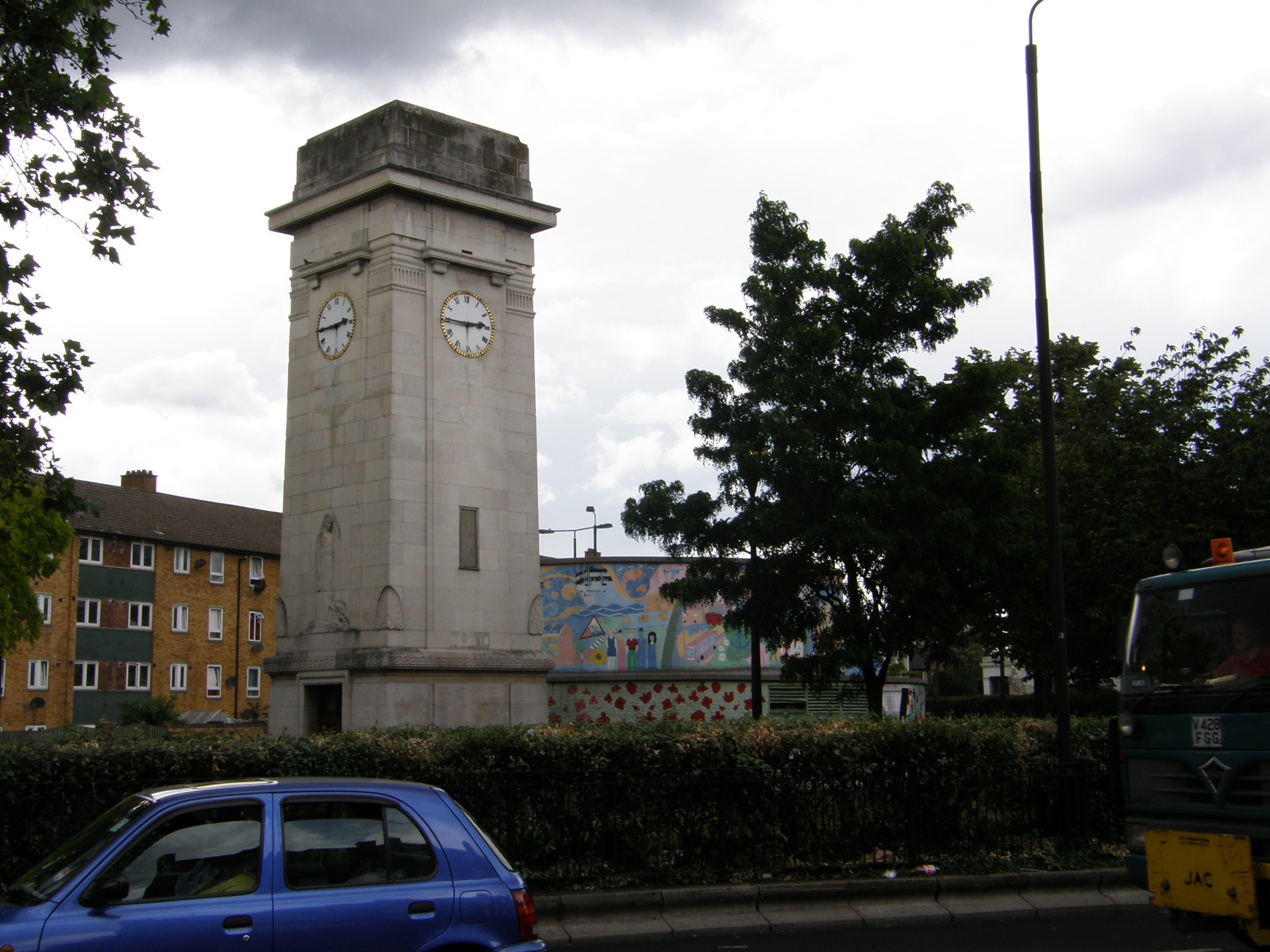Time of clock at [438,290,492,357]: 2:45
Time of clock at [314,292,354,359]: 2:45
